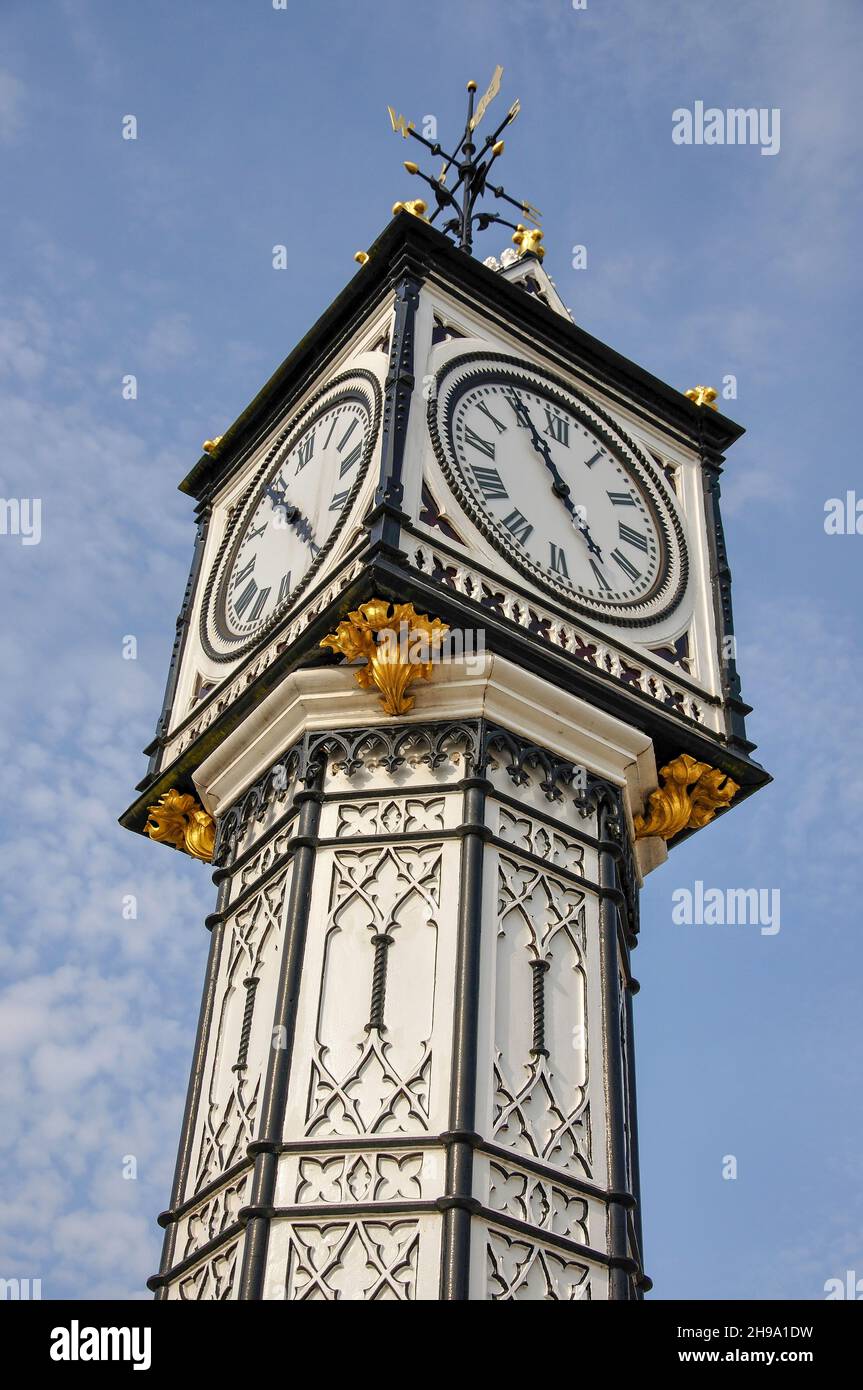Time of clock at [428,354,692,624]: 4:55
